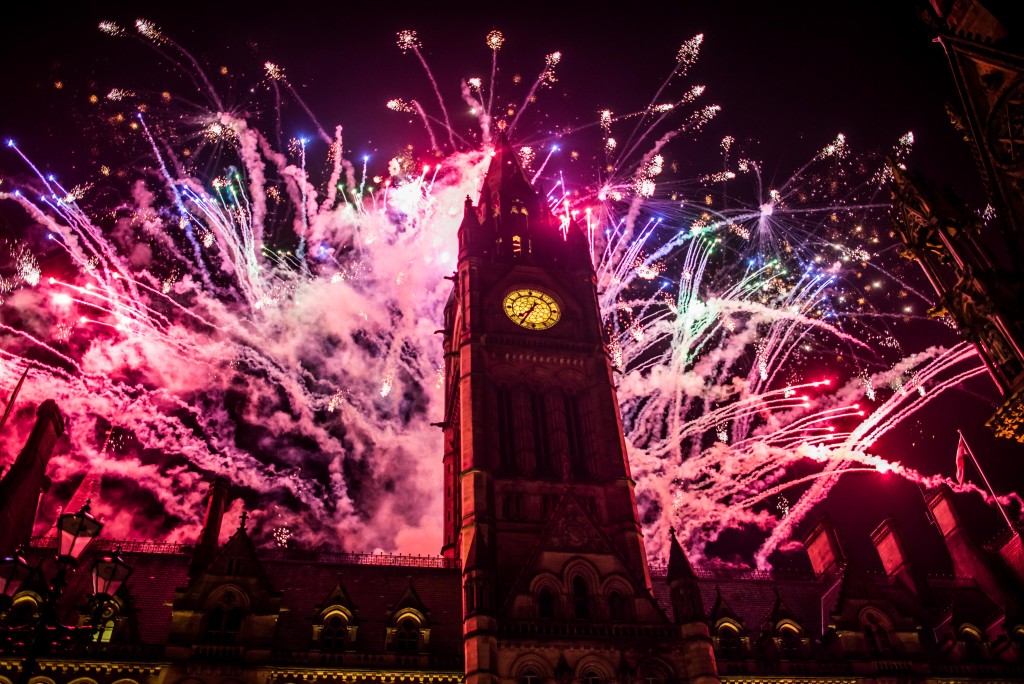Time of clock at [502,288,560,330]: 7:35
